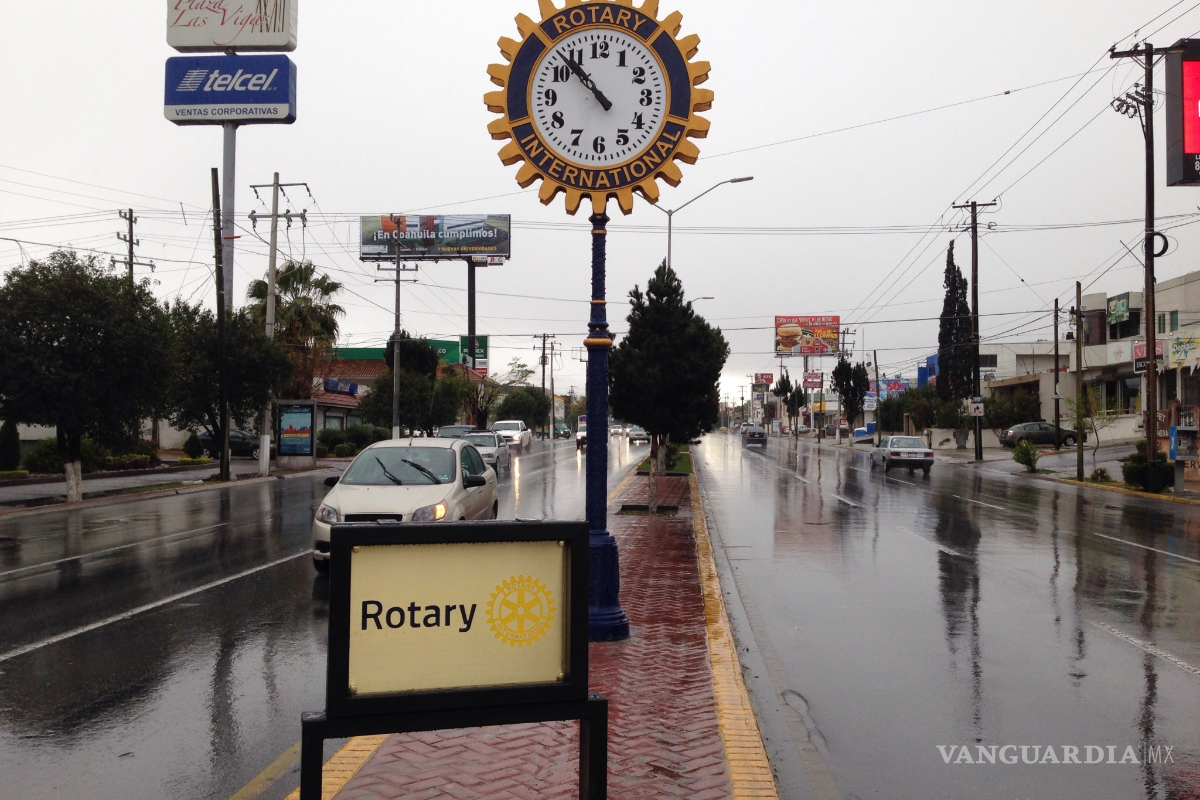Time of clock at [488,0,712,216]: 10:52
